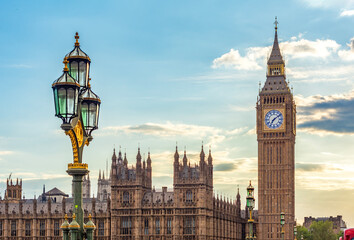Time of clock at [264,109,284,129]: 7:08
